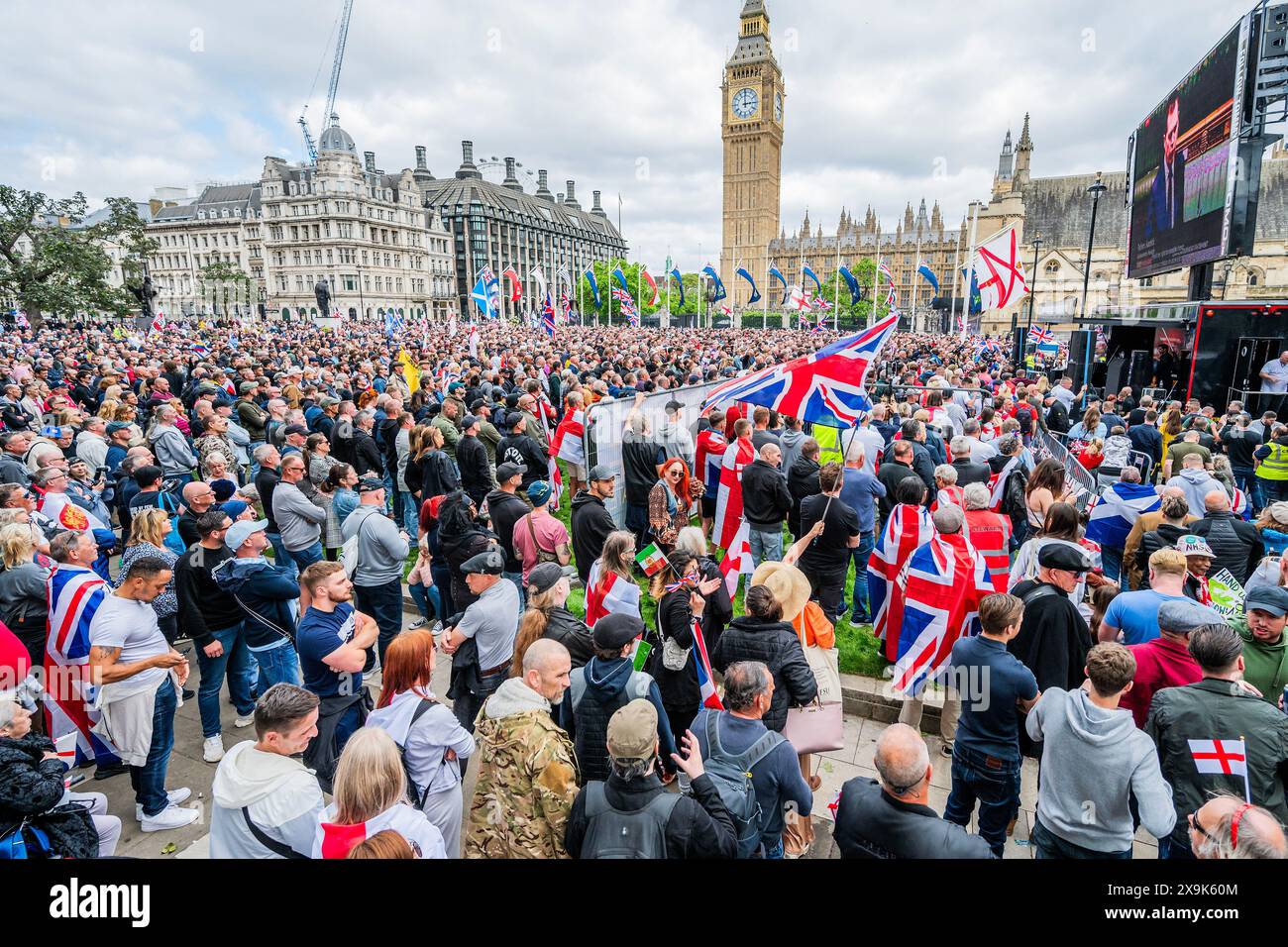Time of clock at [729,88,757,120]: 2:59
